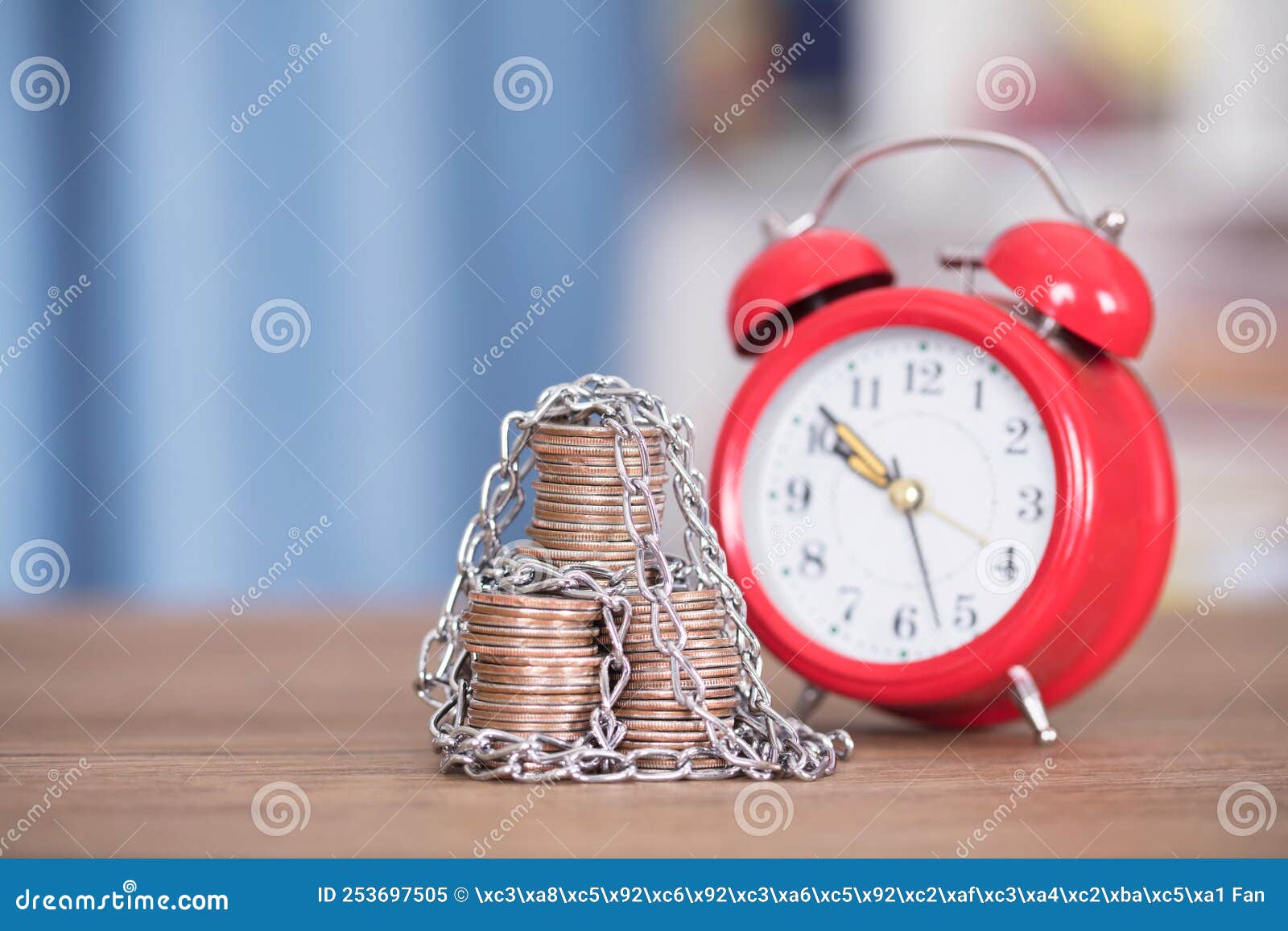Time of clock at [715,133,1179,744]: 9:51
